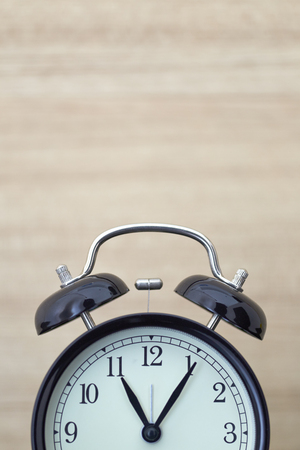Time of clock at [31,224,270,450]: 11:05
